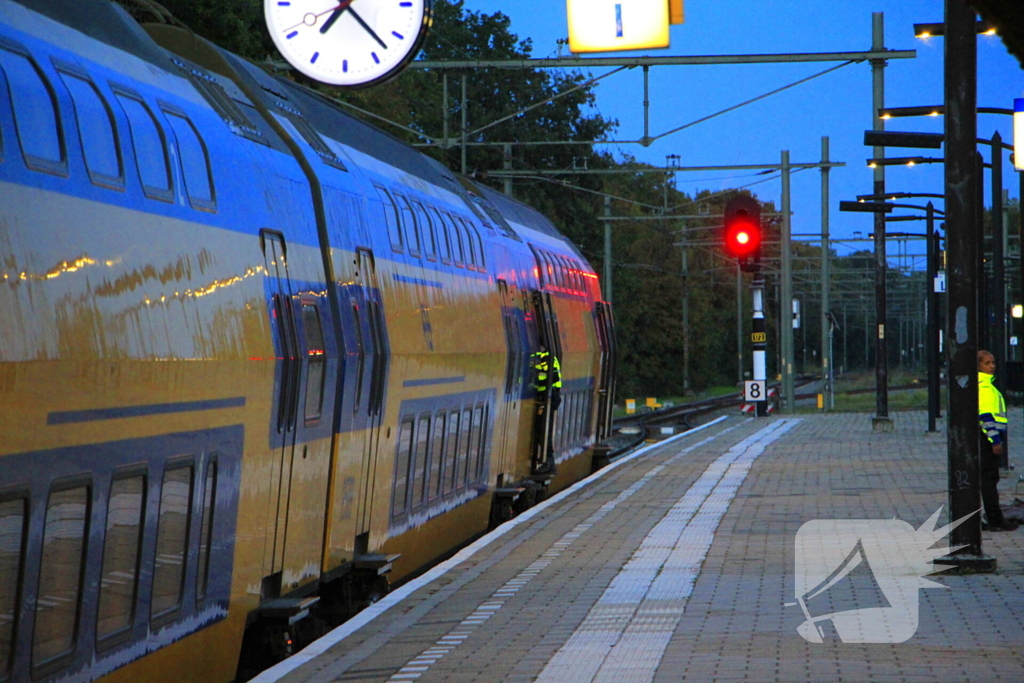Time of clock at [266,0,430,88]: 7:22
